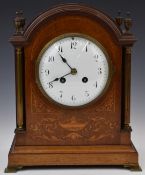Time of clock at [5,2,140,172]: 10:41
